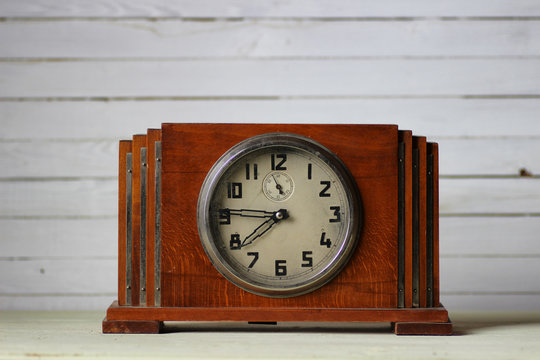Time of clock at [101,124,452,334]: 7:45
